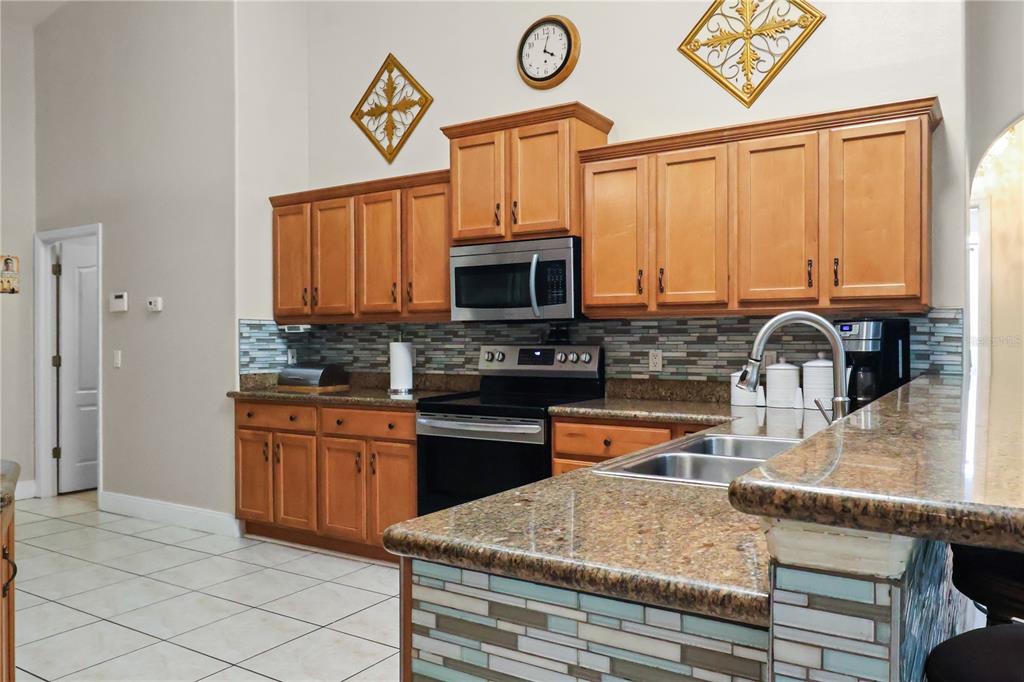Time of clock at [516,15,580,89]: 4:02
